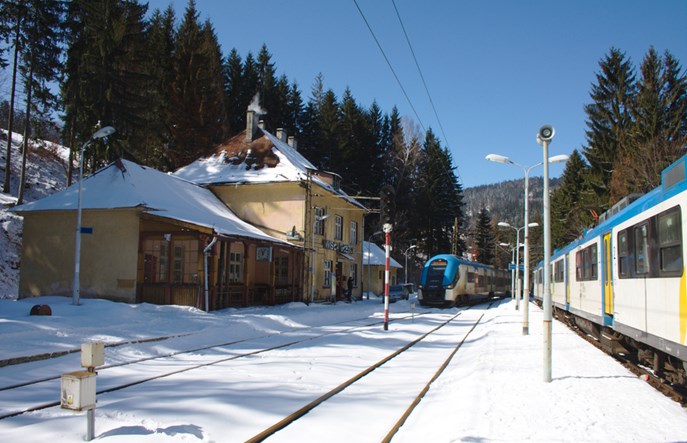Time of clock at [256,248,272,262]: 11:04
